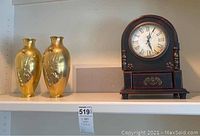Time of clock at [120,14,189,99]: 5:03
